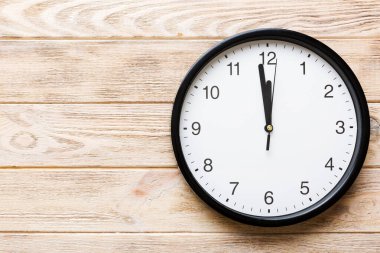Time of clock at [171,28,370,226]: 11:58
